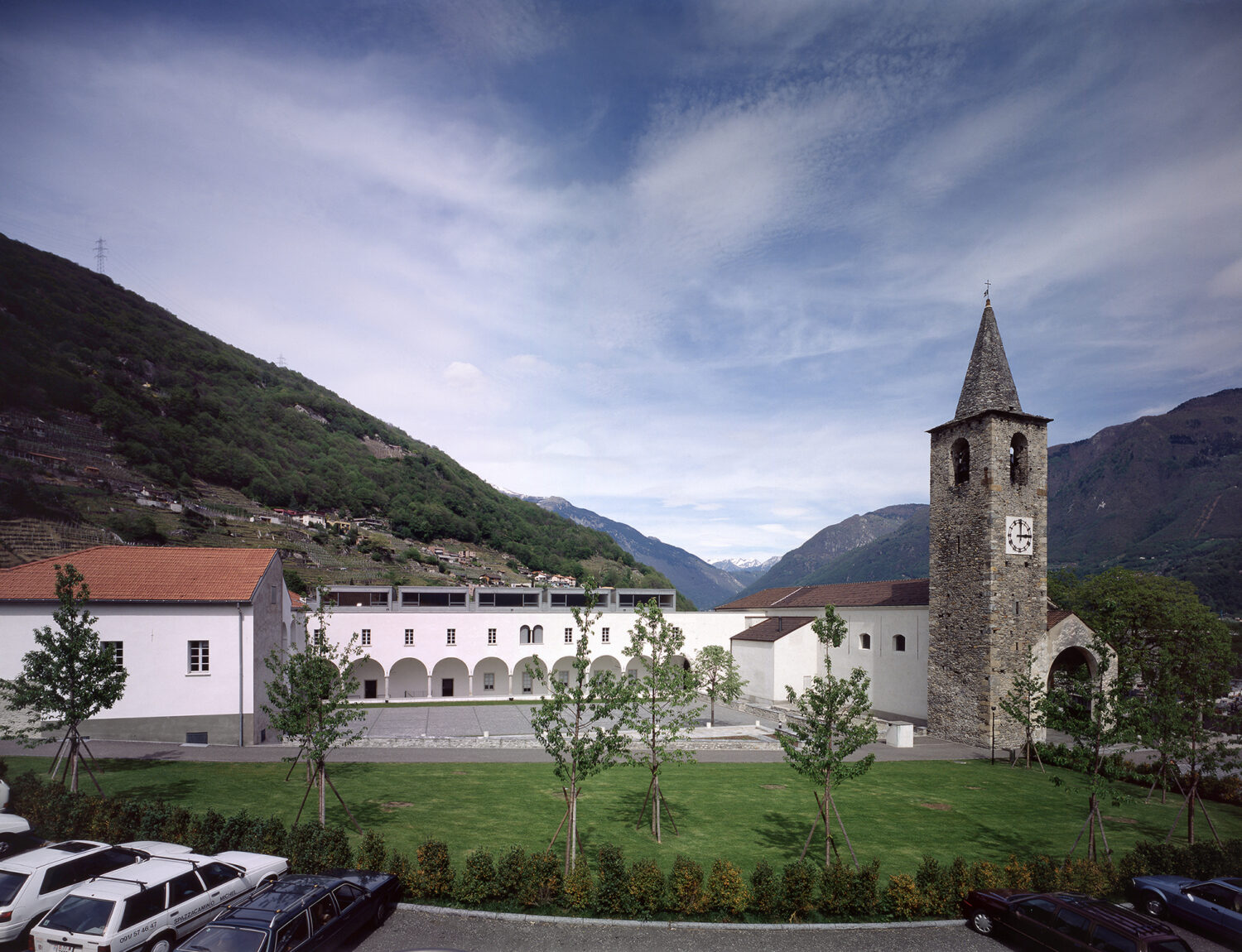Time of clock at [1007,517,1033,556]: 3:00
